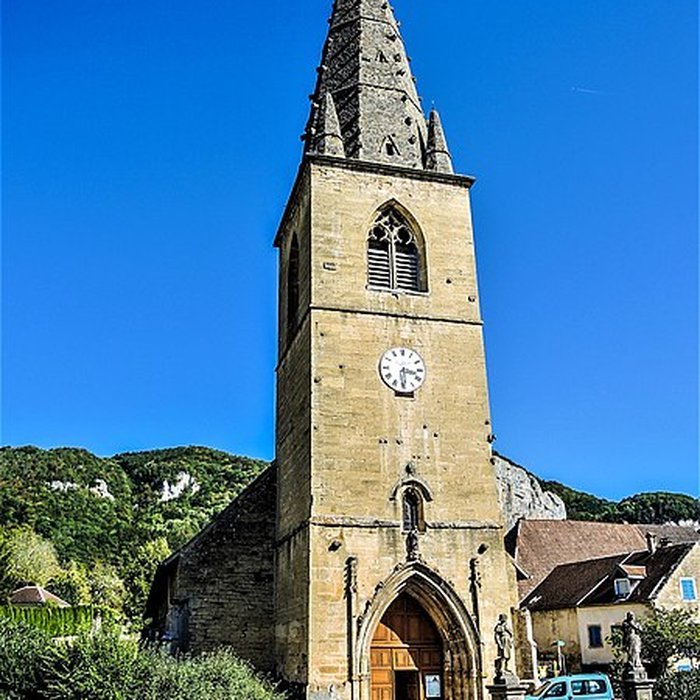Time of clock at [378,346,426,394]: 3:29
